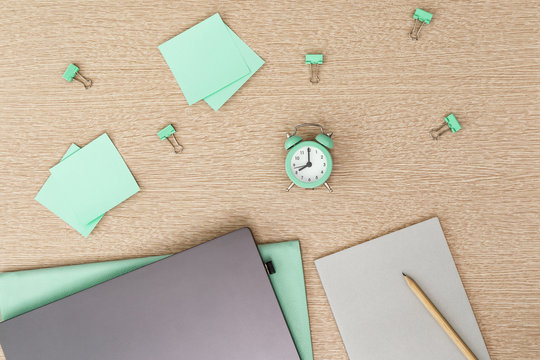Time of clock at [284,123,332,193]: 8:00
